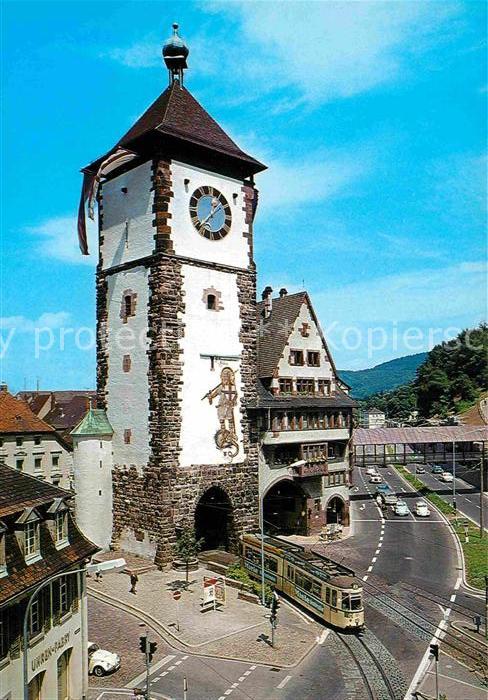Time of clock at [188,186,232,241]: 1:37
